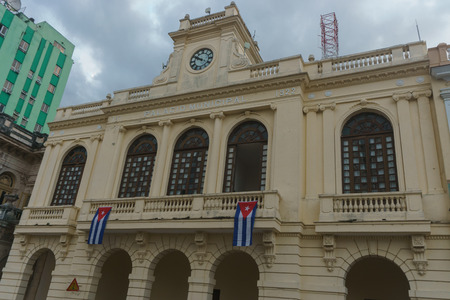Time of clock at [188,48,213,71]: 9:50
